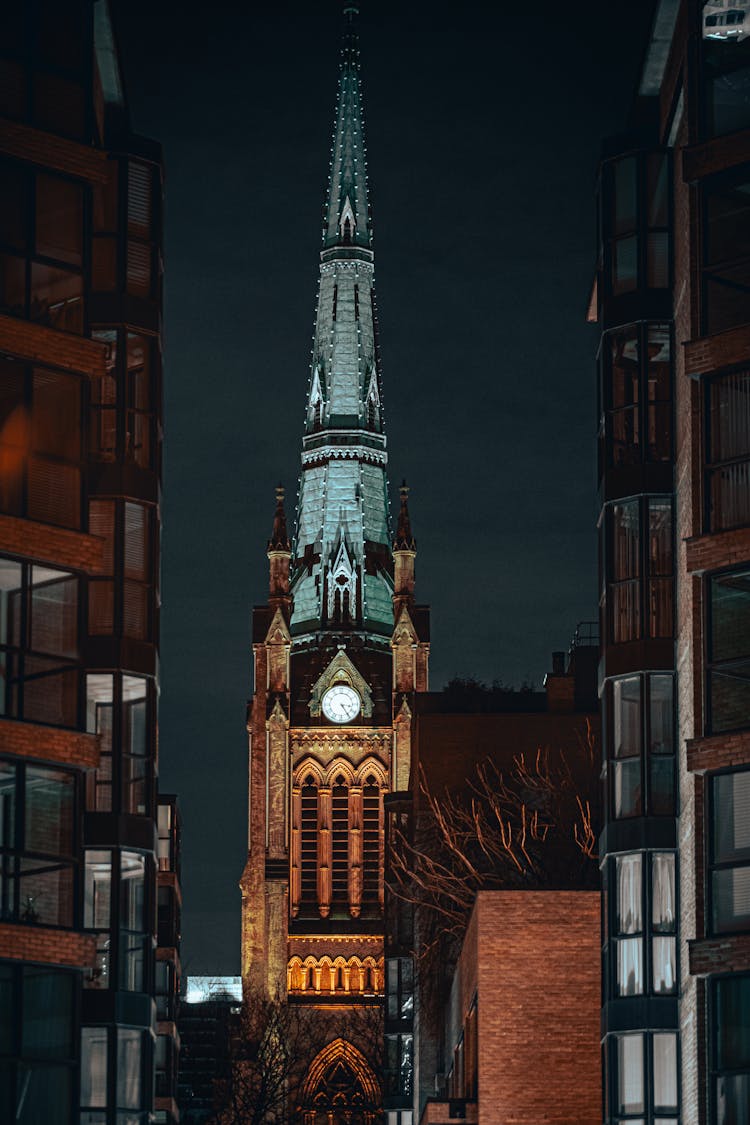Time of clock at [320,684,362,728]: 3:24
